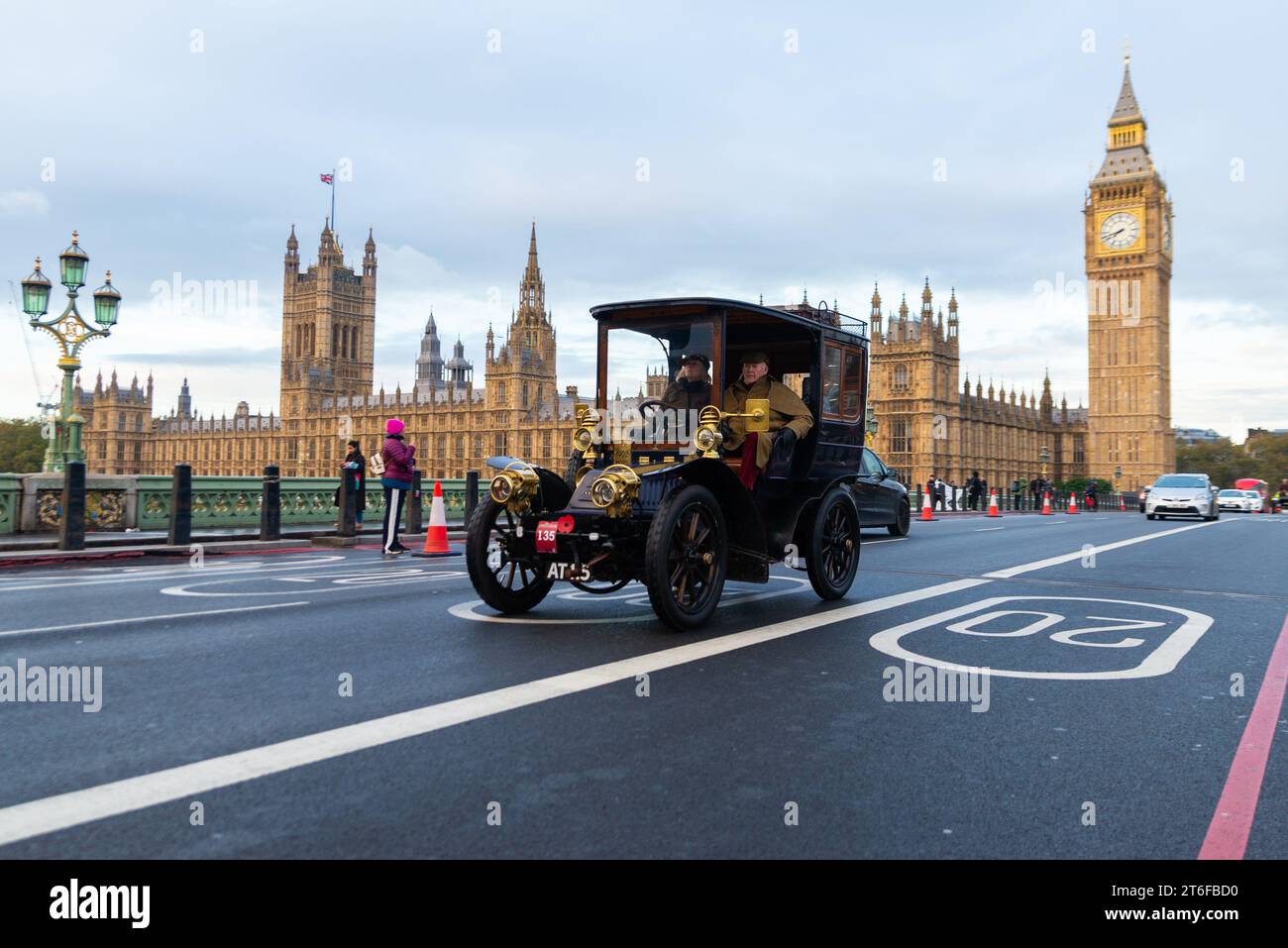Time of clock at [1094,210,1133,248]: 7:42
